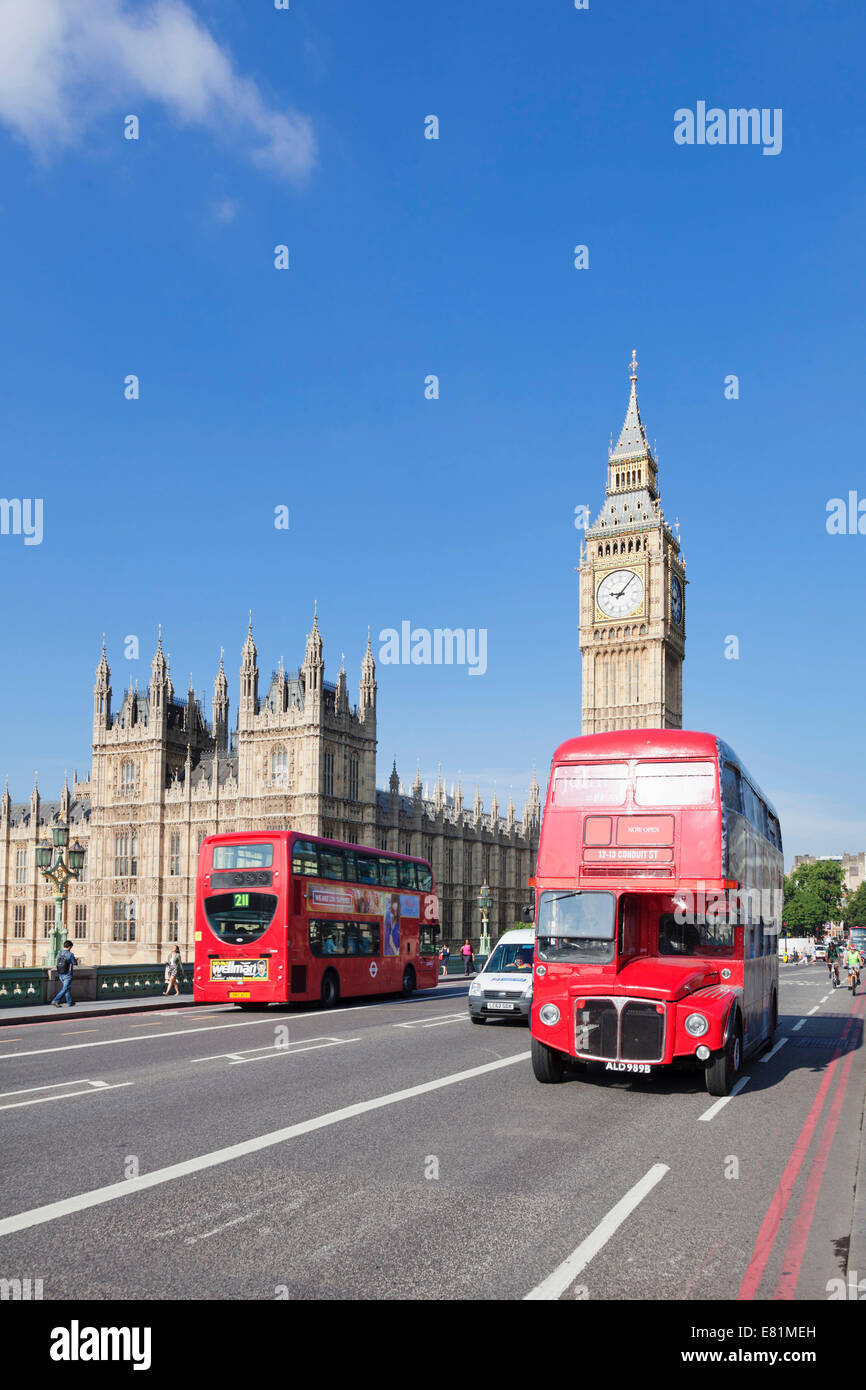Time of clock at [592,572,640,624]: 9:07
